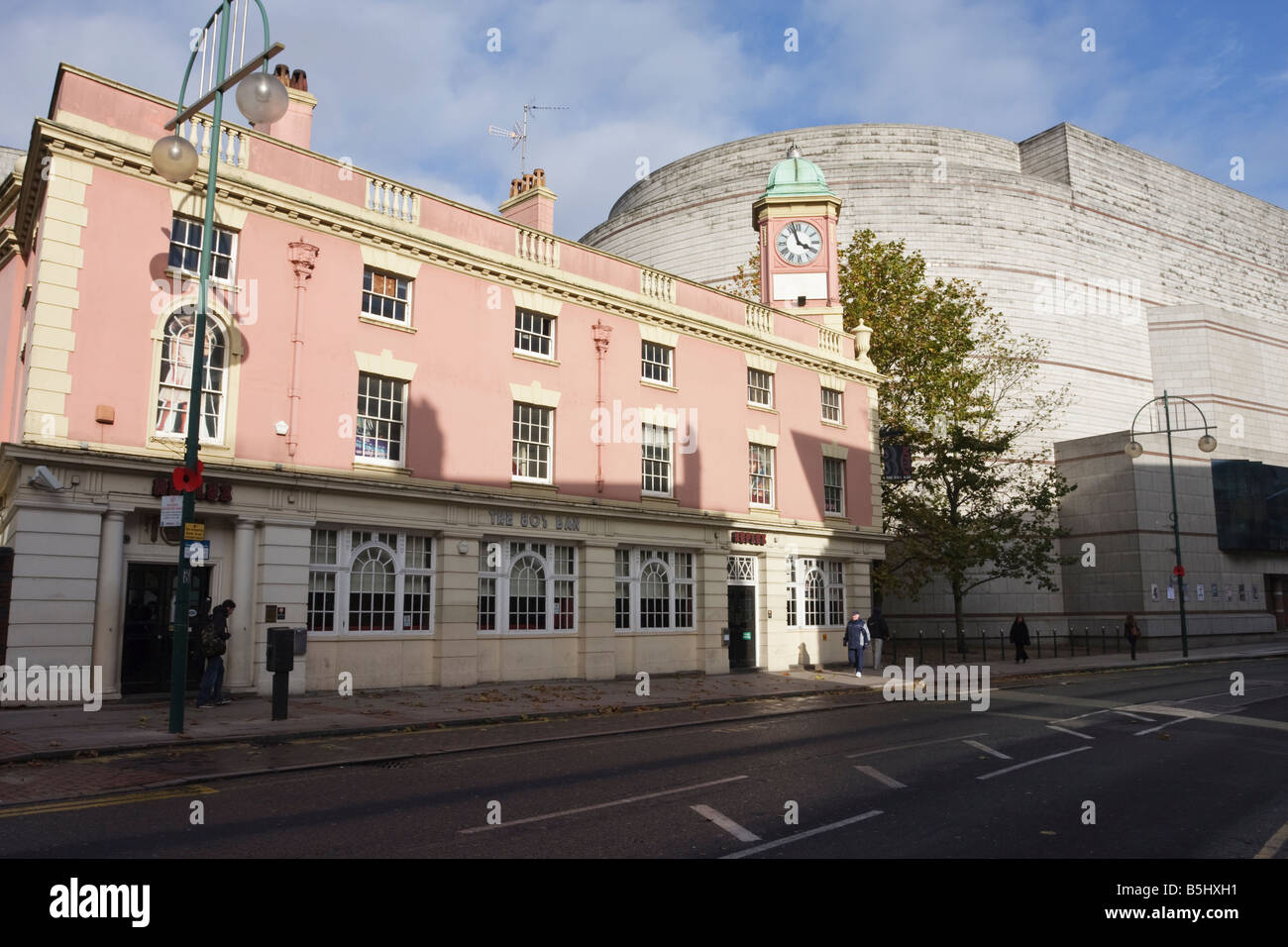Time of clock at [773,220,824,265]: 3:57
